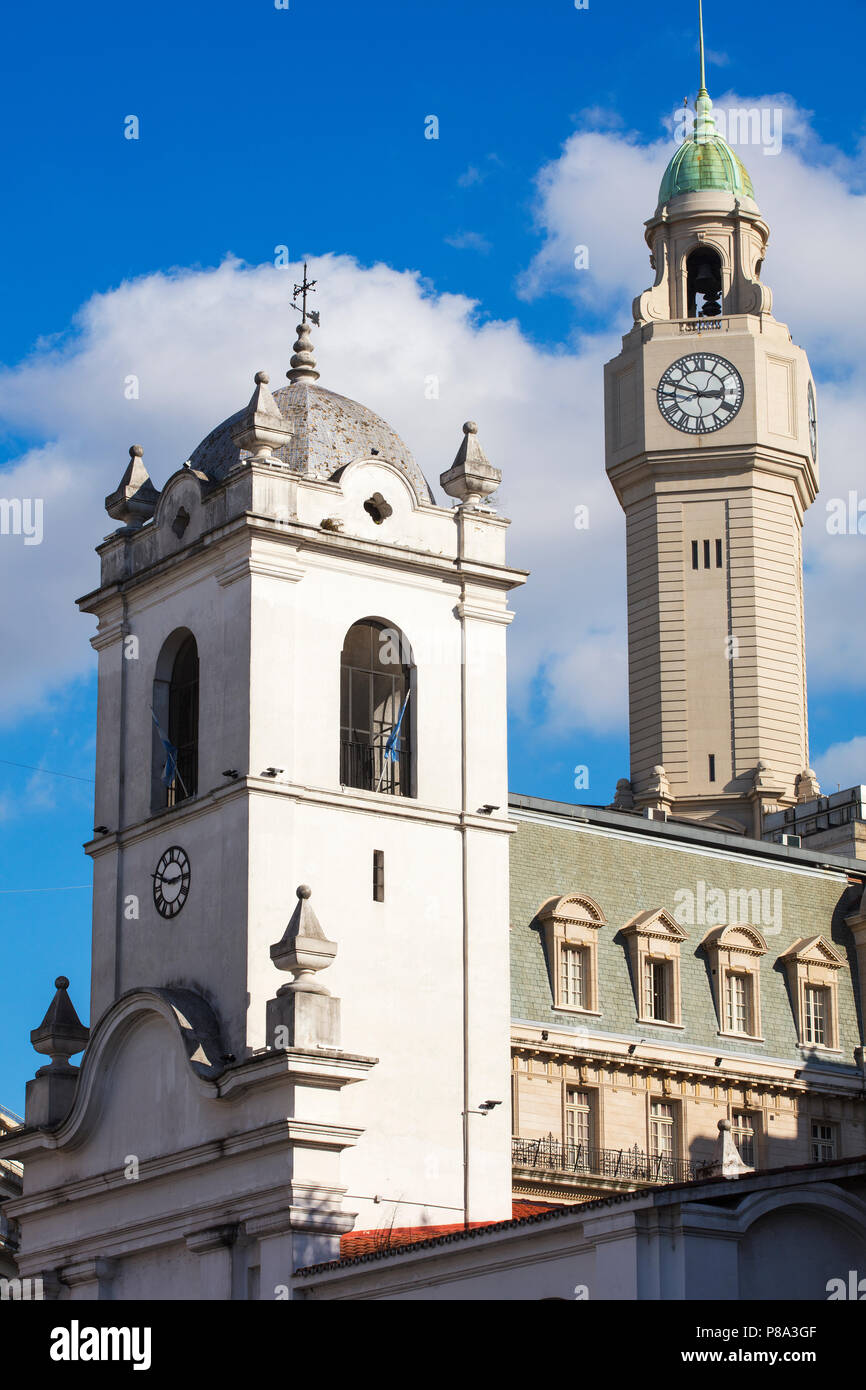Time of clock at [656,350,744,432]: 2:48
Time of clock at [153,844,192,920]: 2:48
